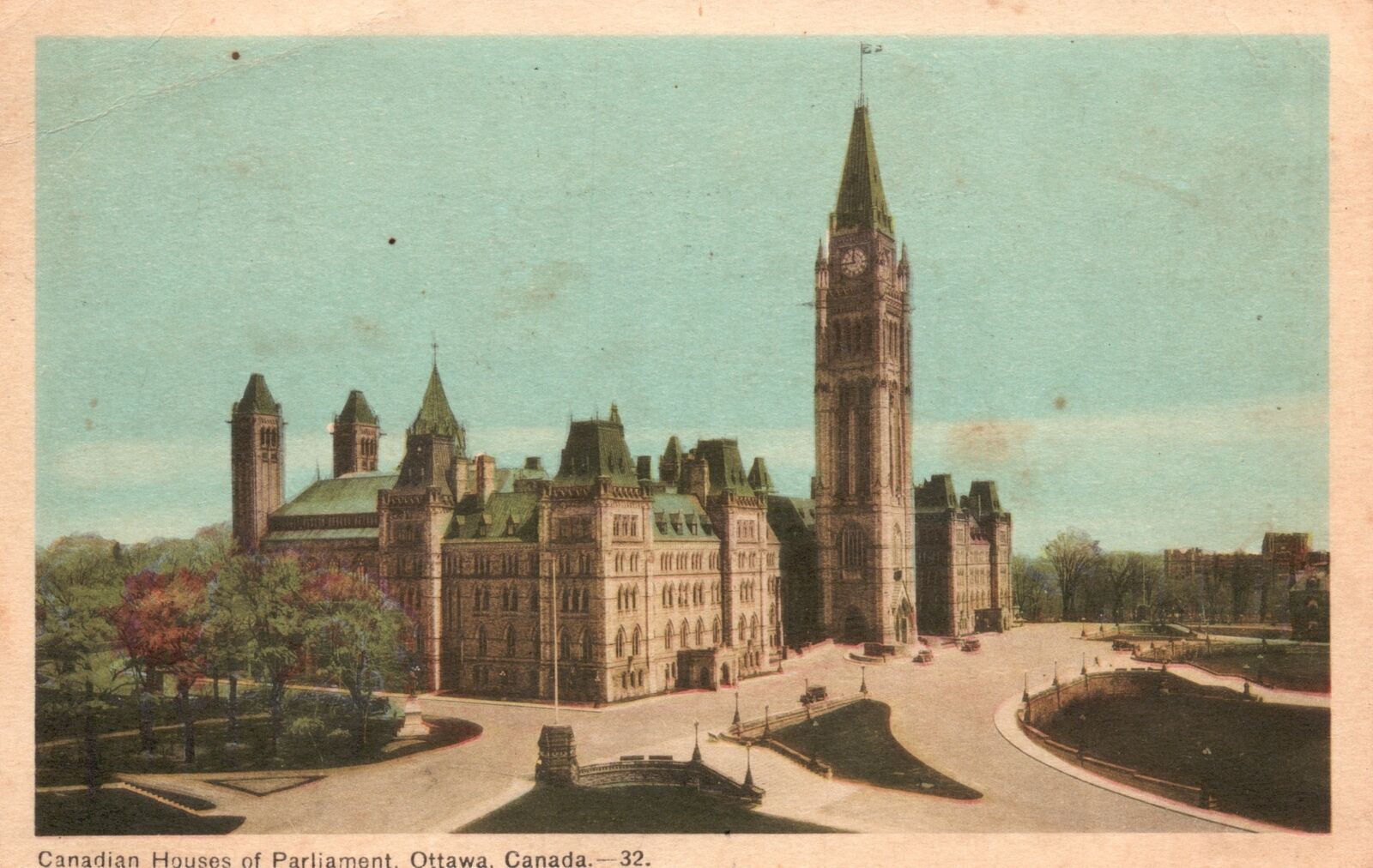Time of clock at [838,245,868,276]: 11:44
